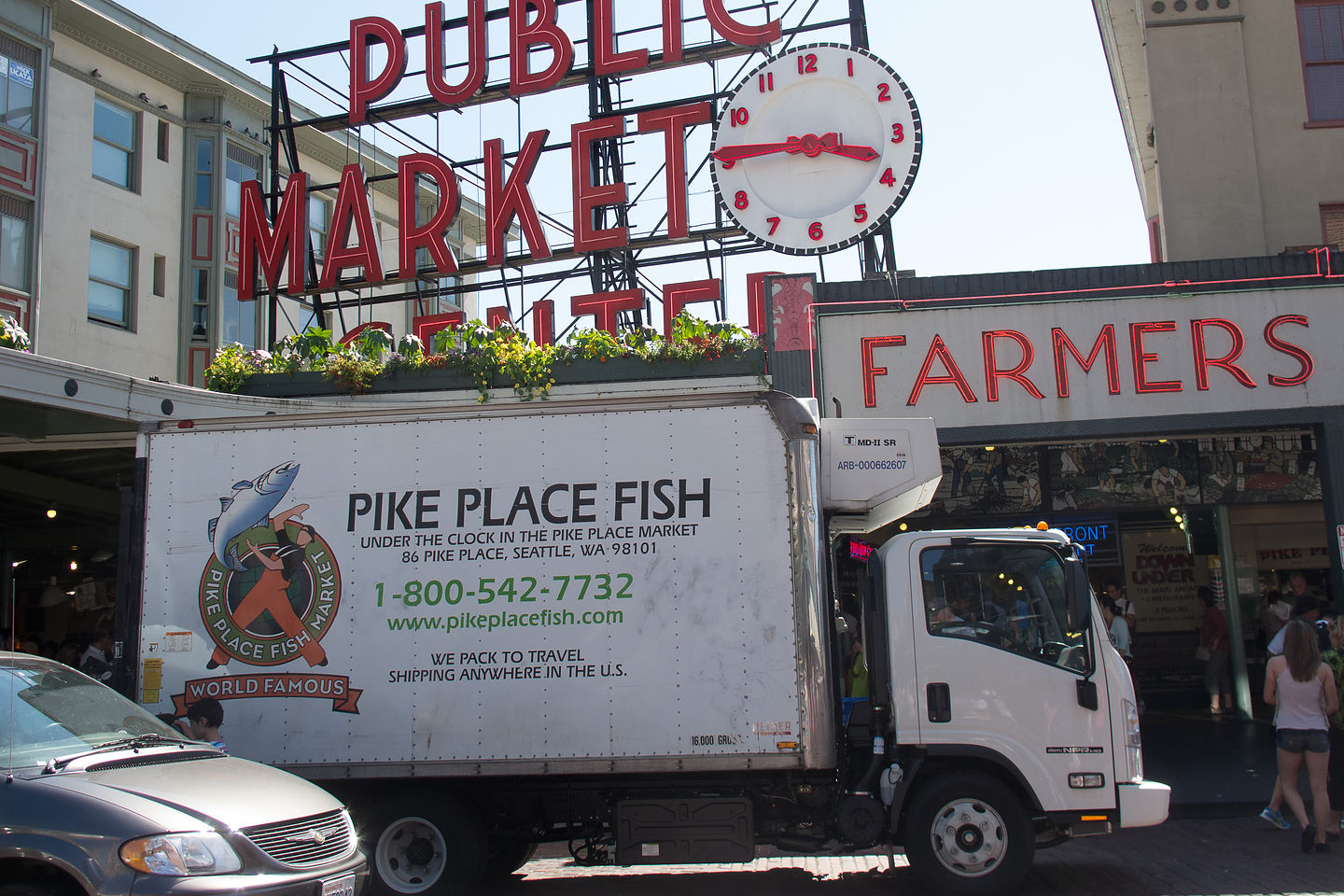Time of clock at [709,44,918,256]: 3:45
